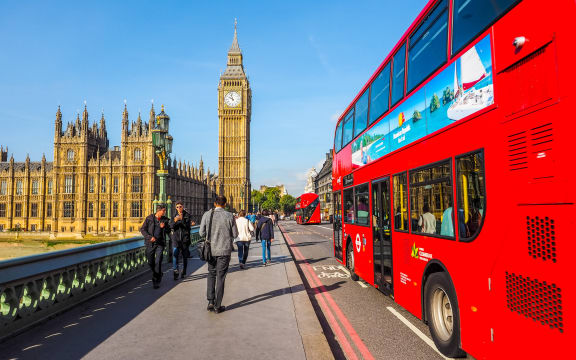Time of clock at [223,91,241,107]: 9:57
